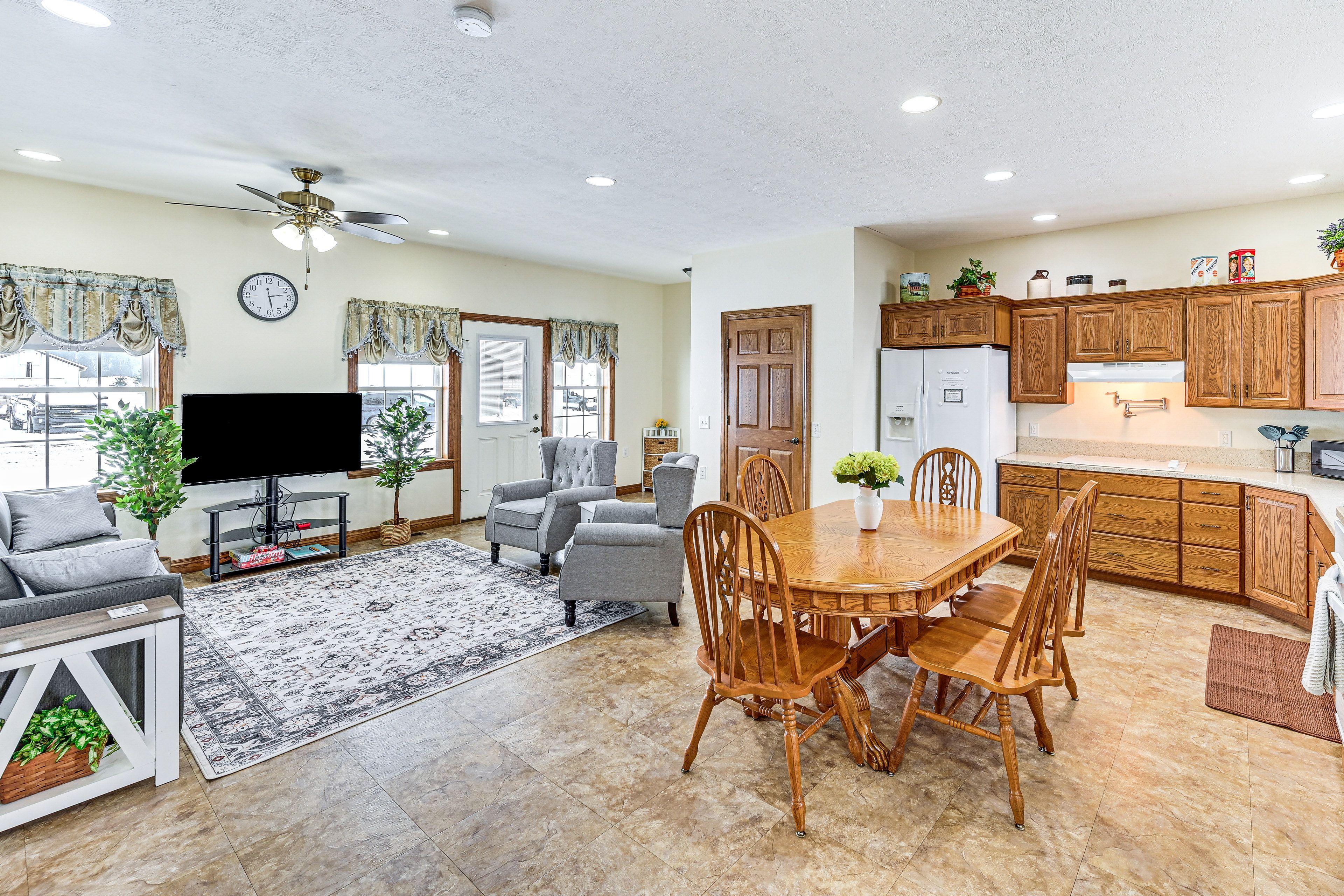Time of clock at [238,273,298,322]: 2:28
